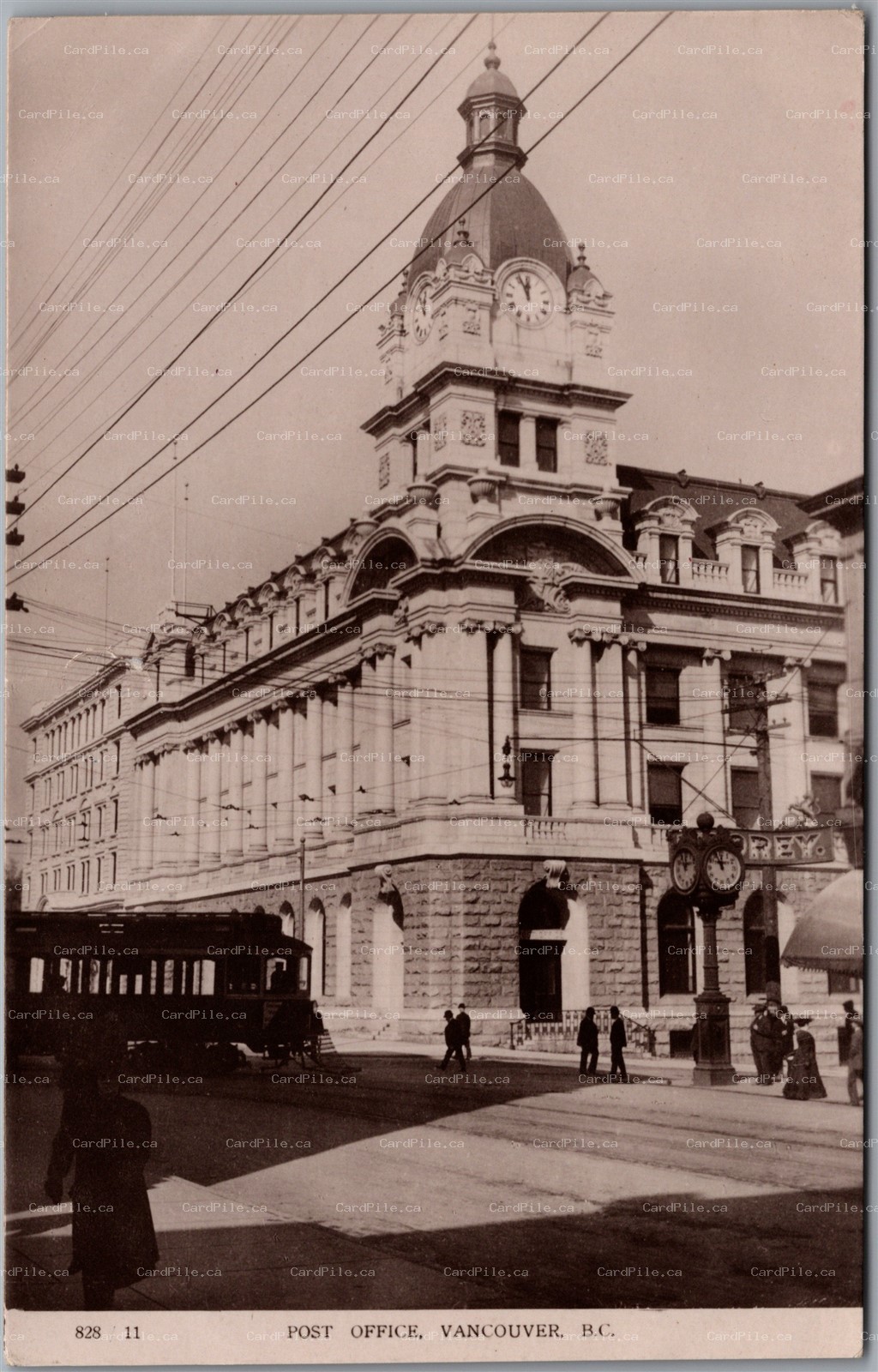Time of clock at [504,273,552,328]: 11:55
